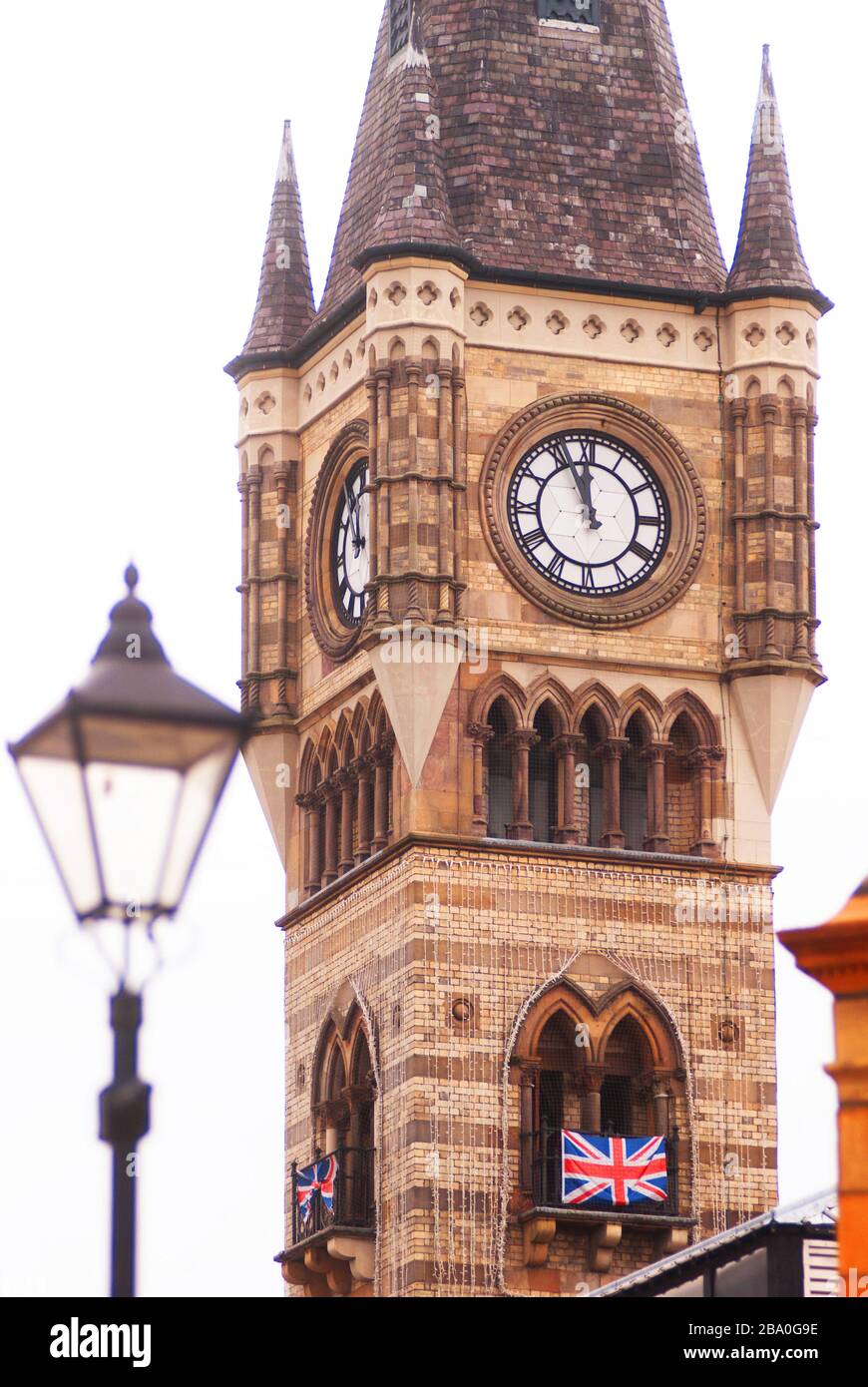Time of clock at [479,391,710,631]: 11:55
